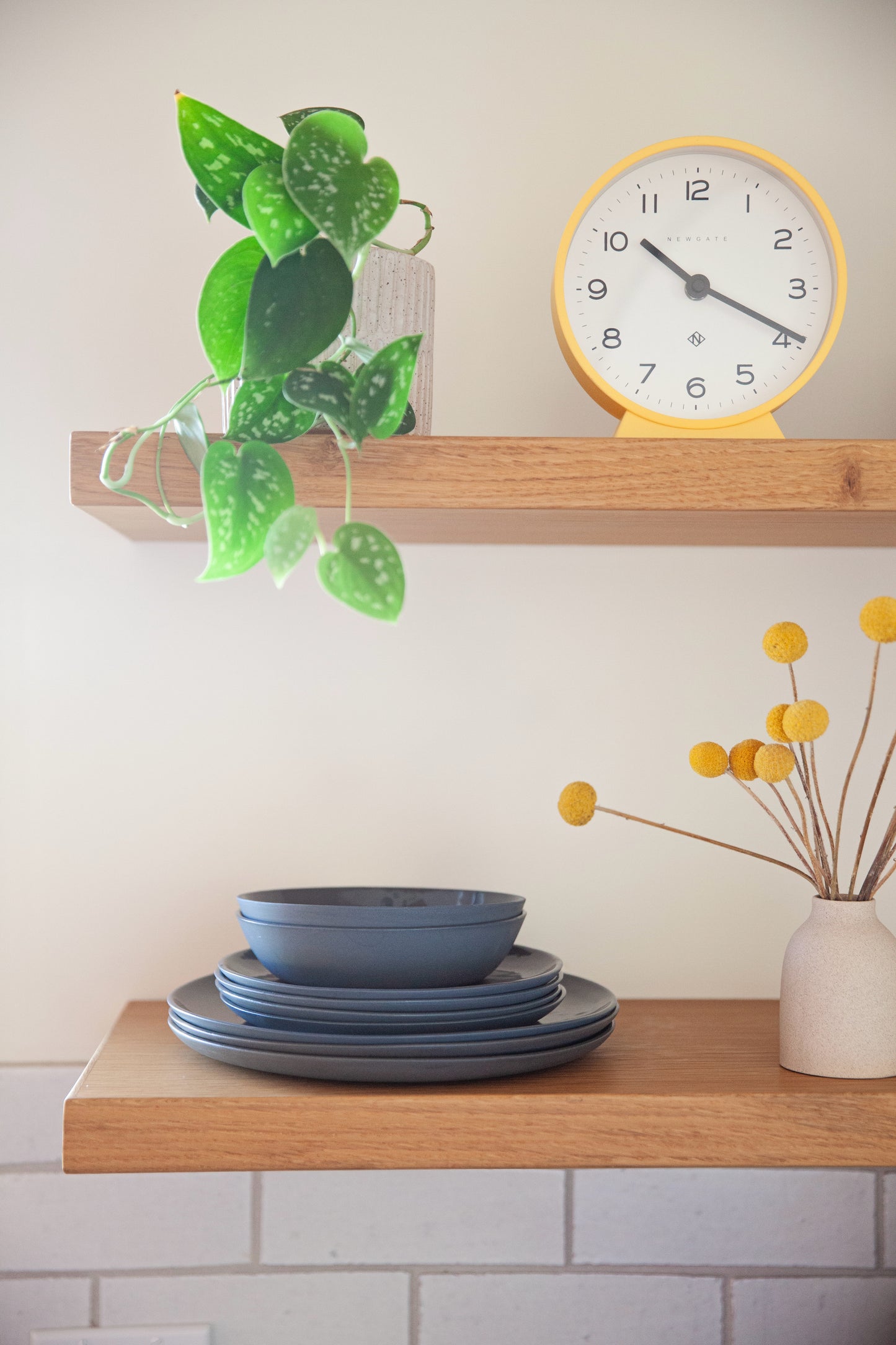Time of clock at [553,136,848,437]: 10:19
